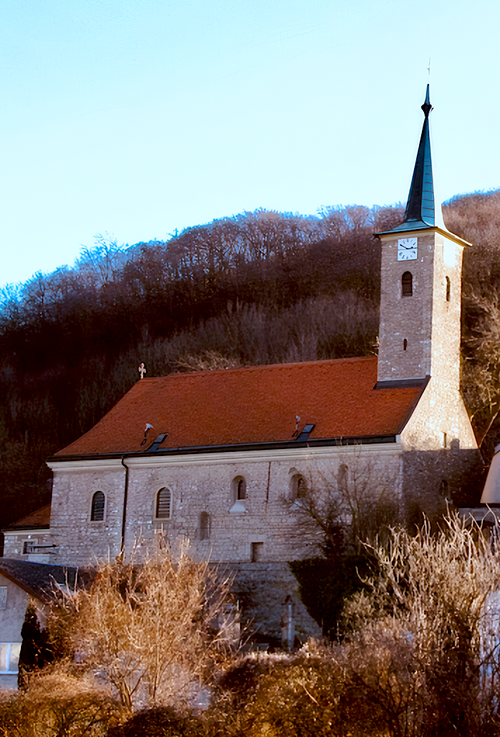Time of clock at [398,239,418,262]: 2:49
